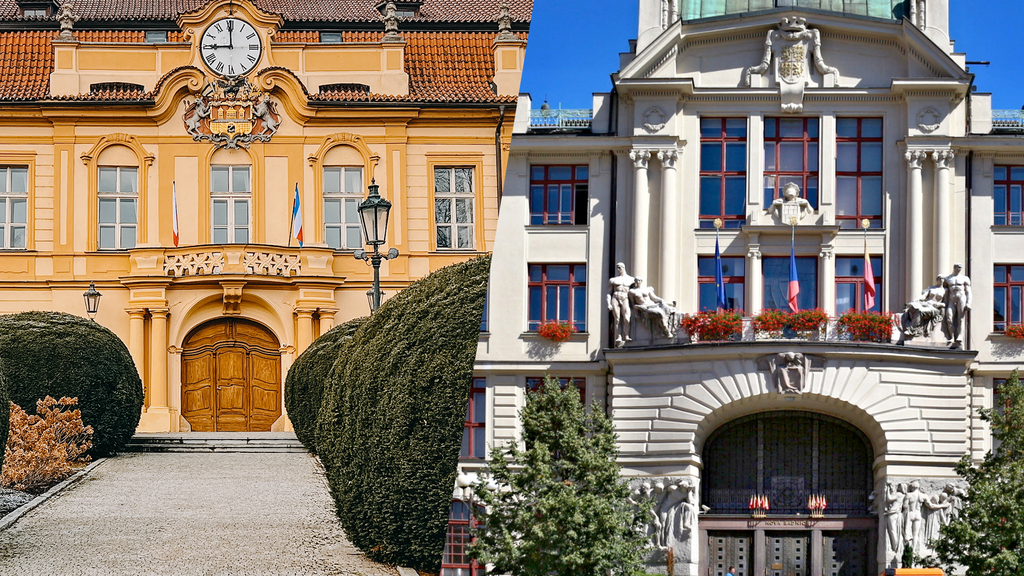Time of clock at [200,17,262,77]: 8:59
